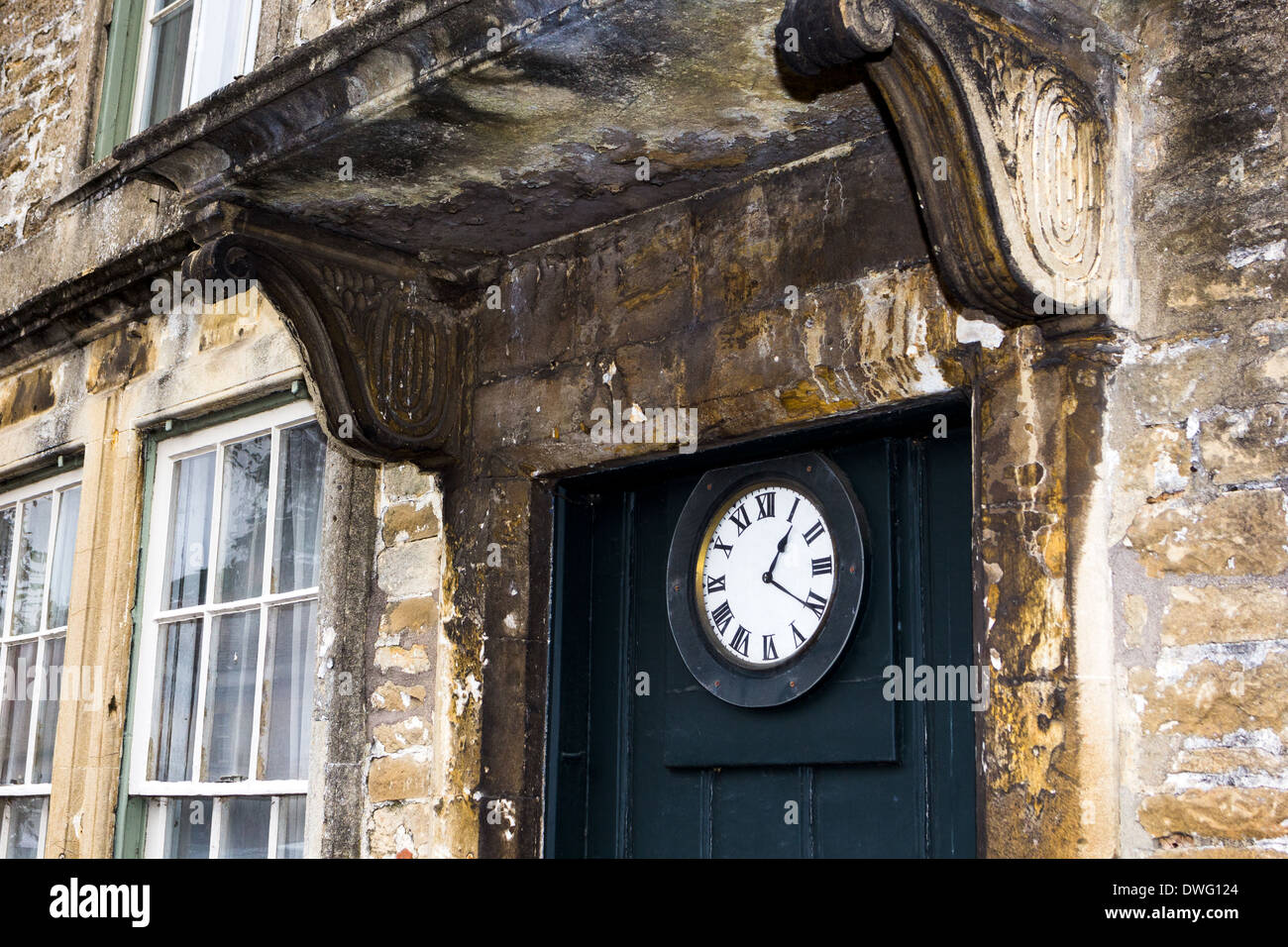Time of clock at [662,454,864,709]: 1:20
